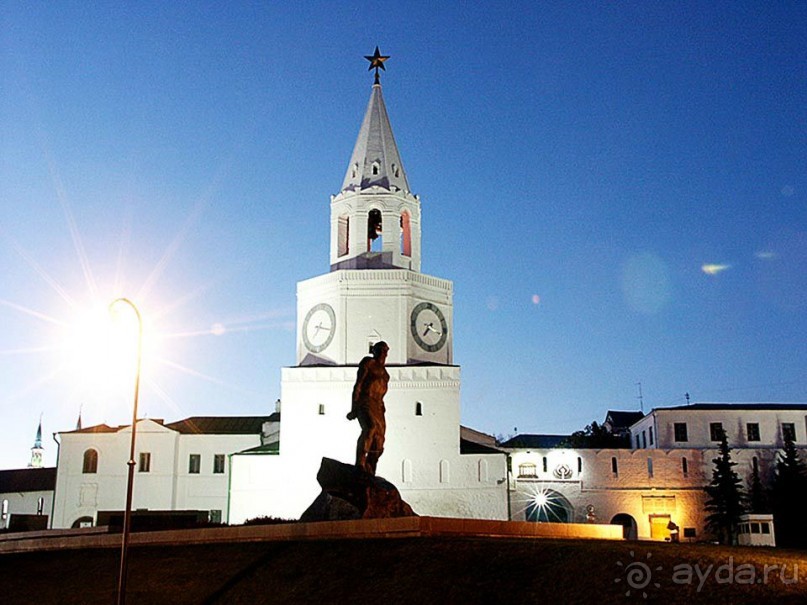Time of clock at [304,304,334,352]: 7:16
